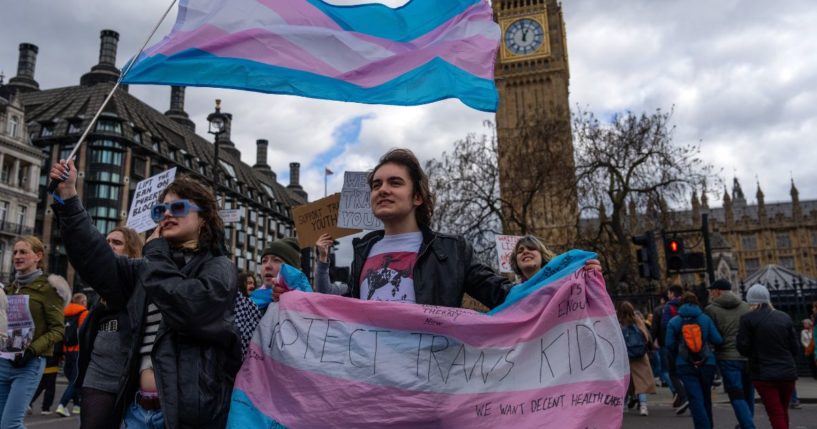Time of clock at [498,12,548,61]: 12:59
